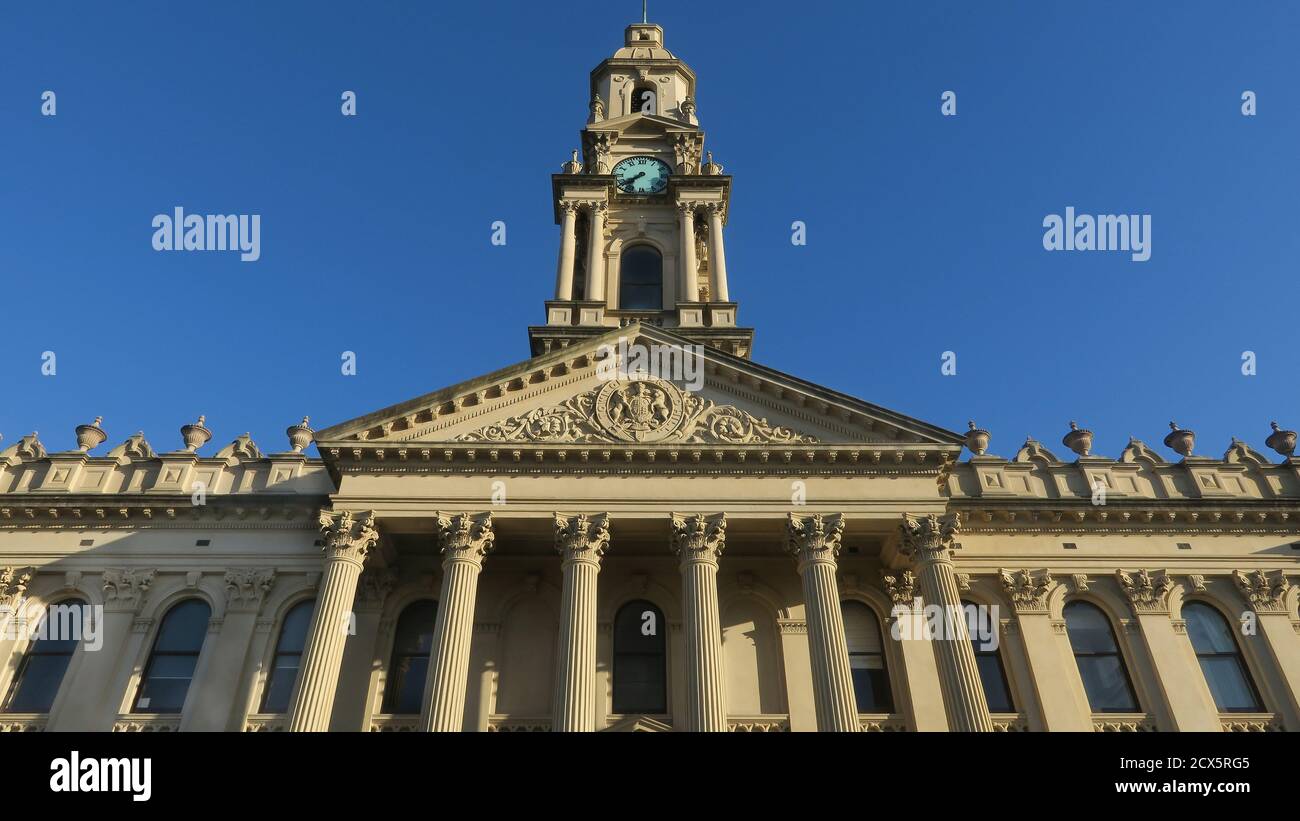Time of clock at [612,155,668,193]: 7:40
